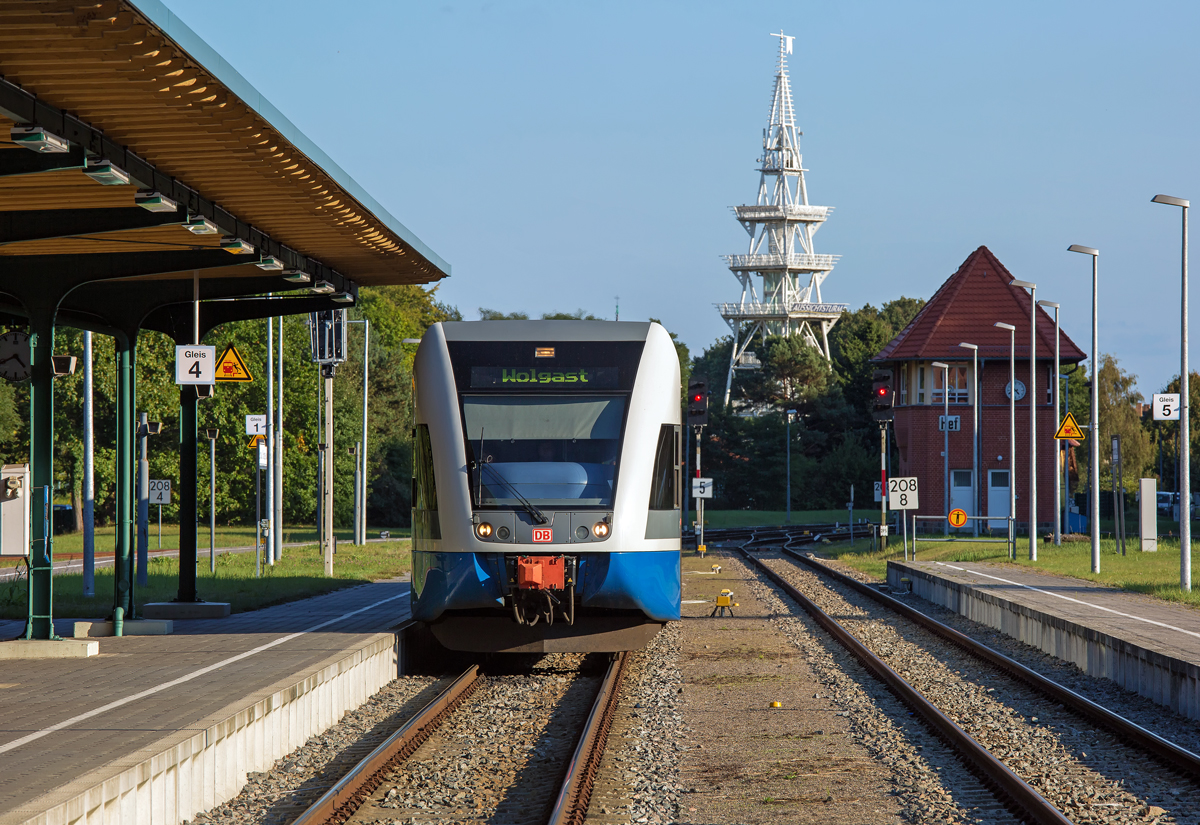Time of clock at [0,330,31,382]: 4:40
